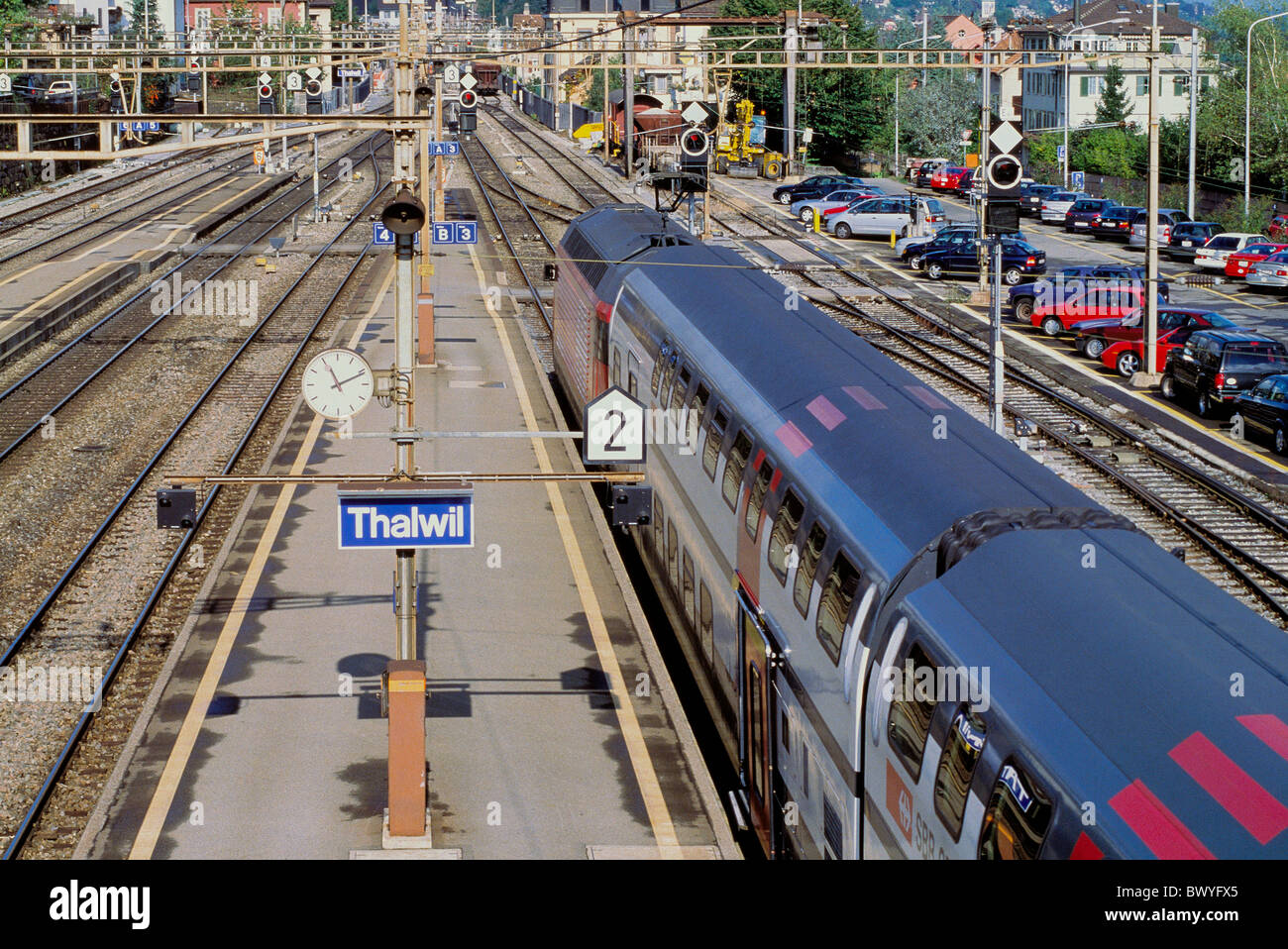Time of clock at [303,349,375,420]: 11:11
